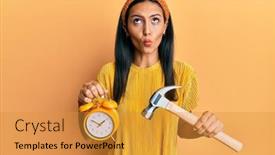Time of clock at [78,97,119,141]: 1:50
